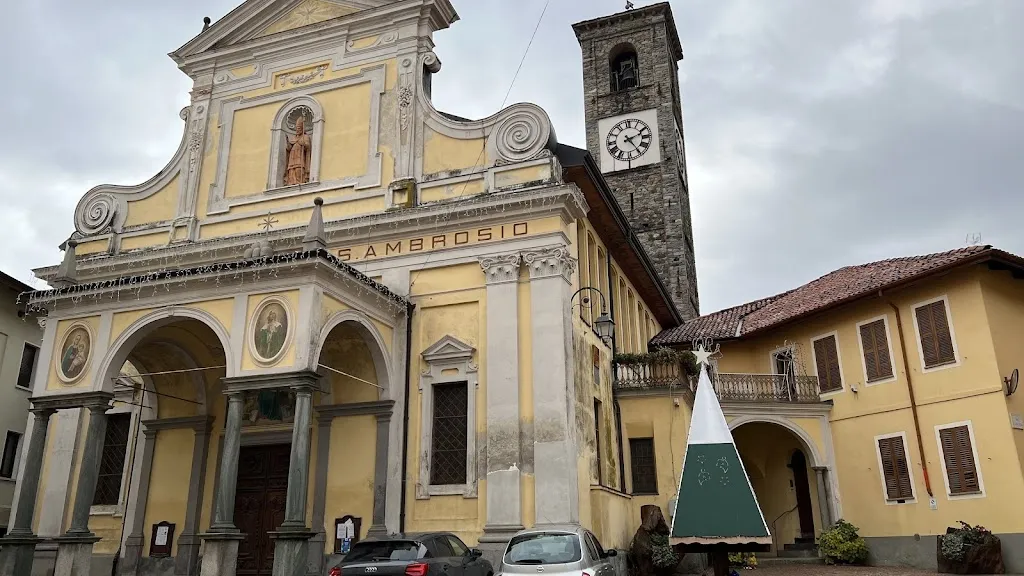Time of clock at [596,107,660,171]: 2:24
